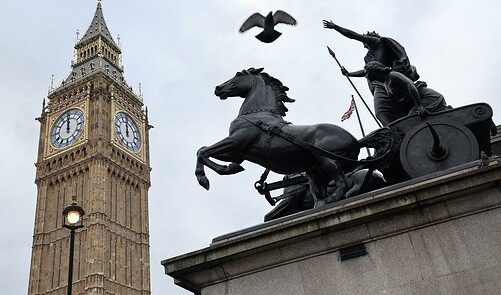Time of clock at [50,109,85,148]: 12:00
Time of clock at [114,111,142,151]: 11:59
